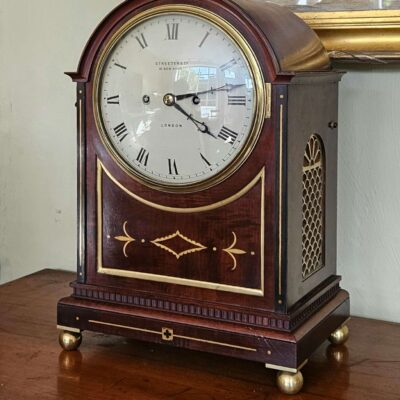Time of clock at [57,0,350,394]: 4:13
